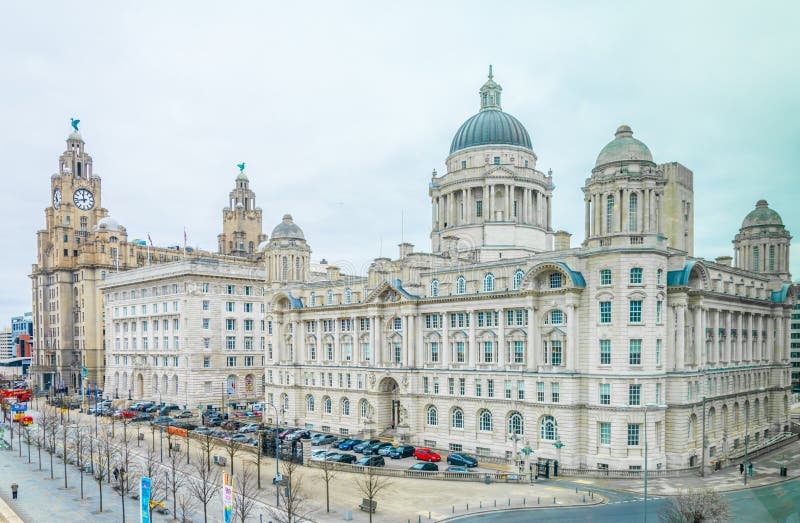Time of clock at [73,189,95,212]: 11:42
